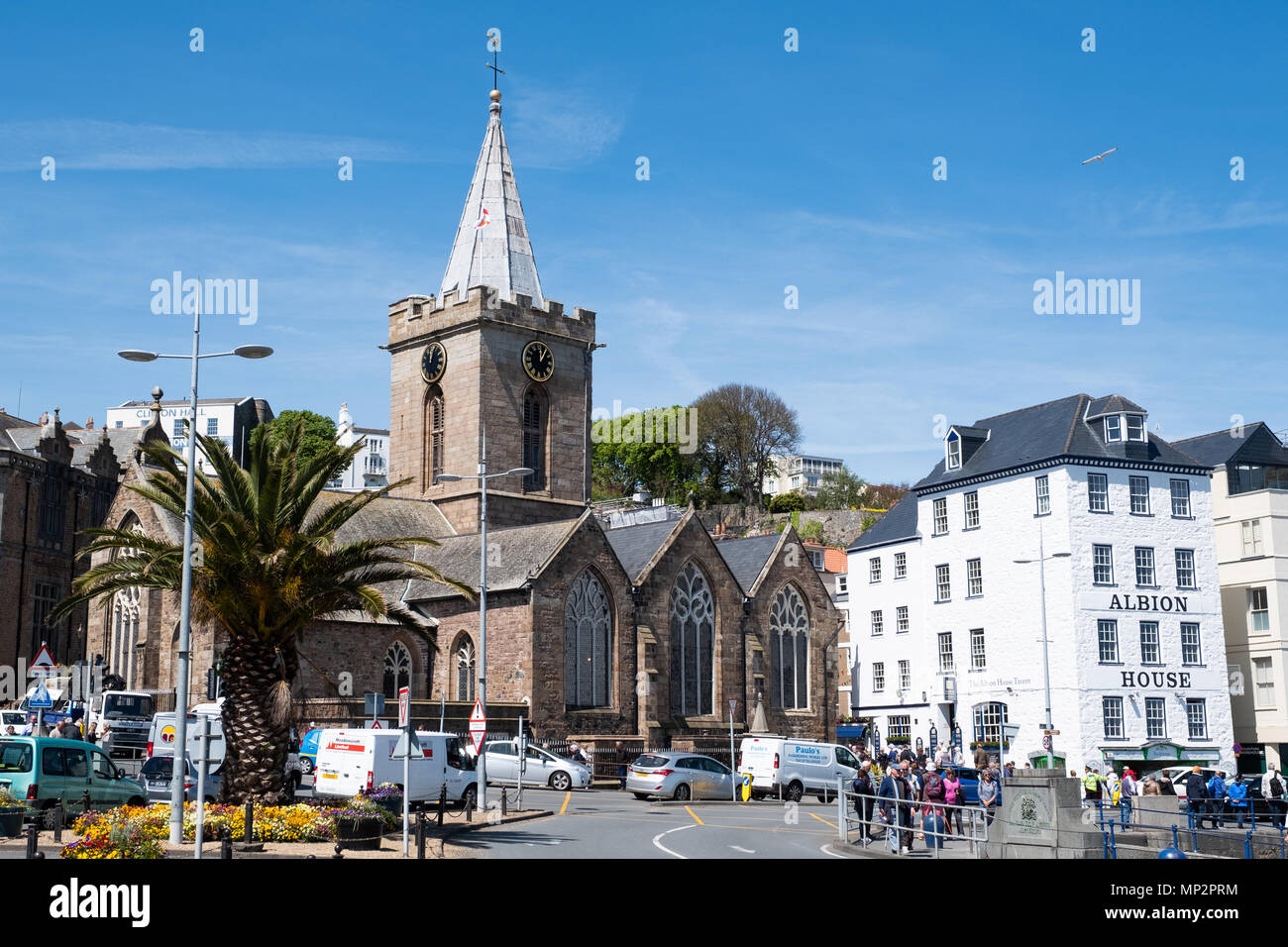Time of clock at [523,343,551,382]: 12:05
